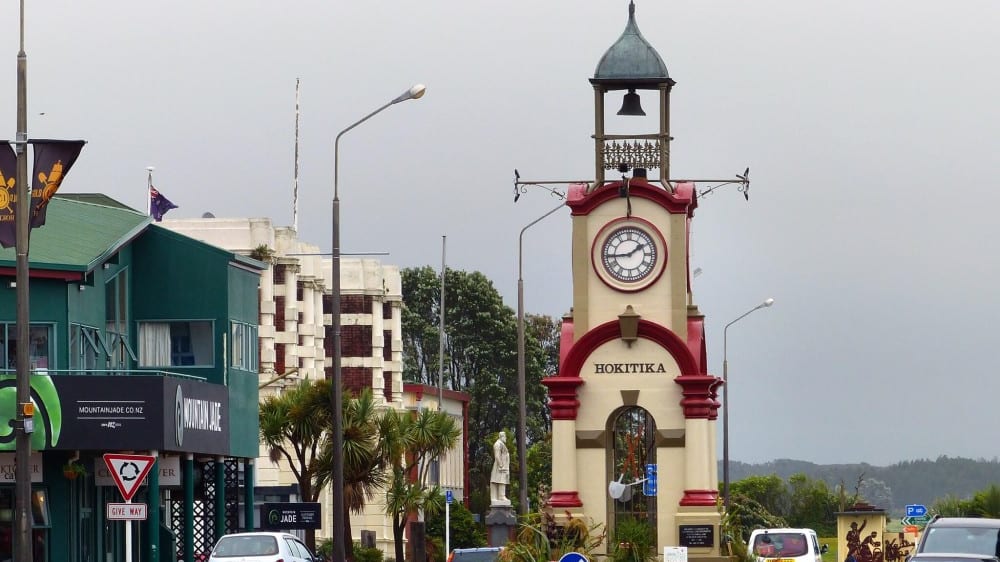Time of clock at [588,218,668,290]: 1:44
